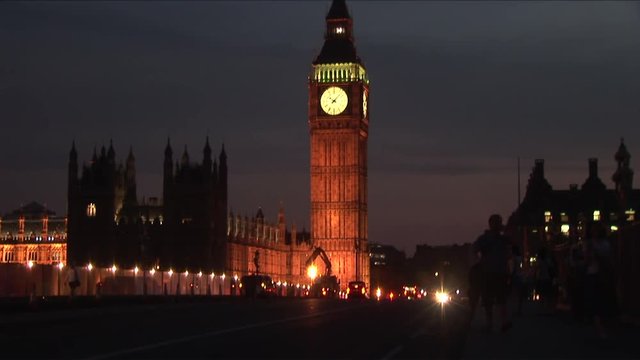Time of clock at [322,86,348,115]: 10:07
